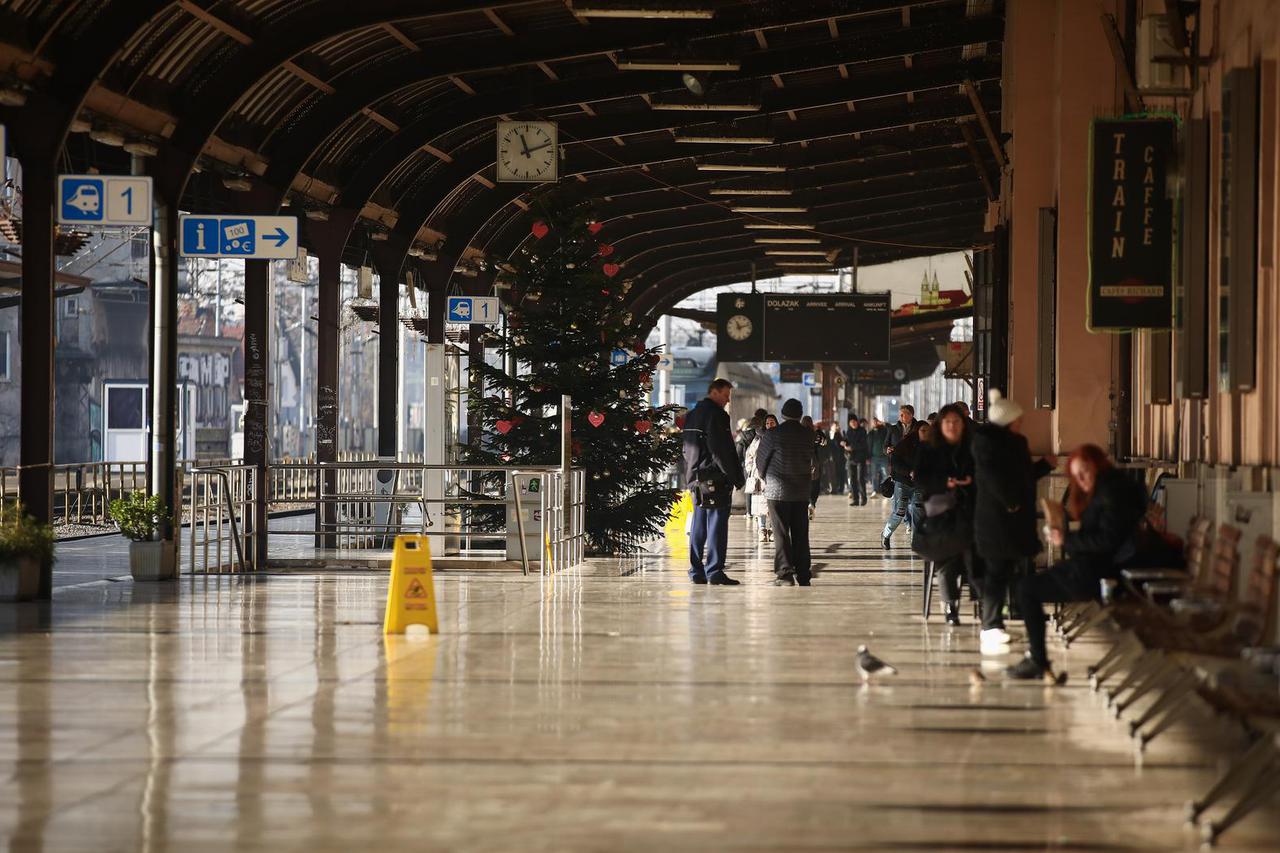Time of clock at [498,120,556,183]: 11:11
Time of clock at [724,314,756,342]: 11:12
